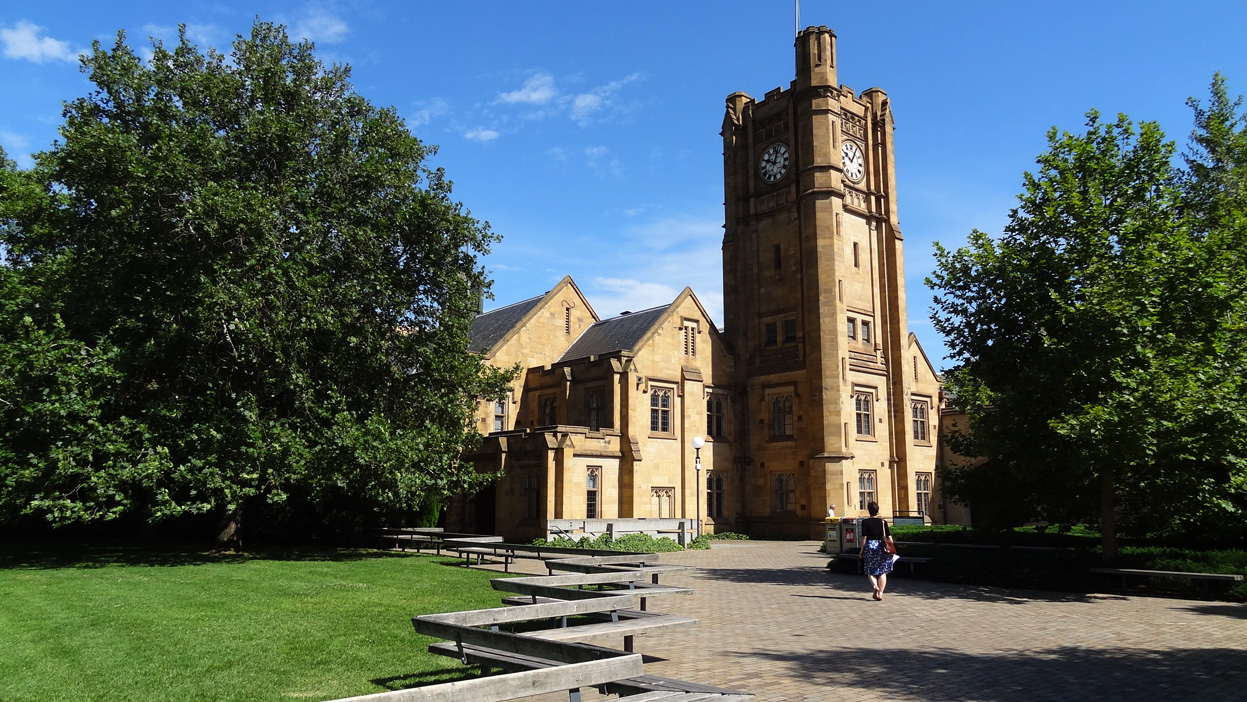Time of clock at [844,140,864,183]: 10:05
